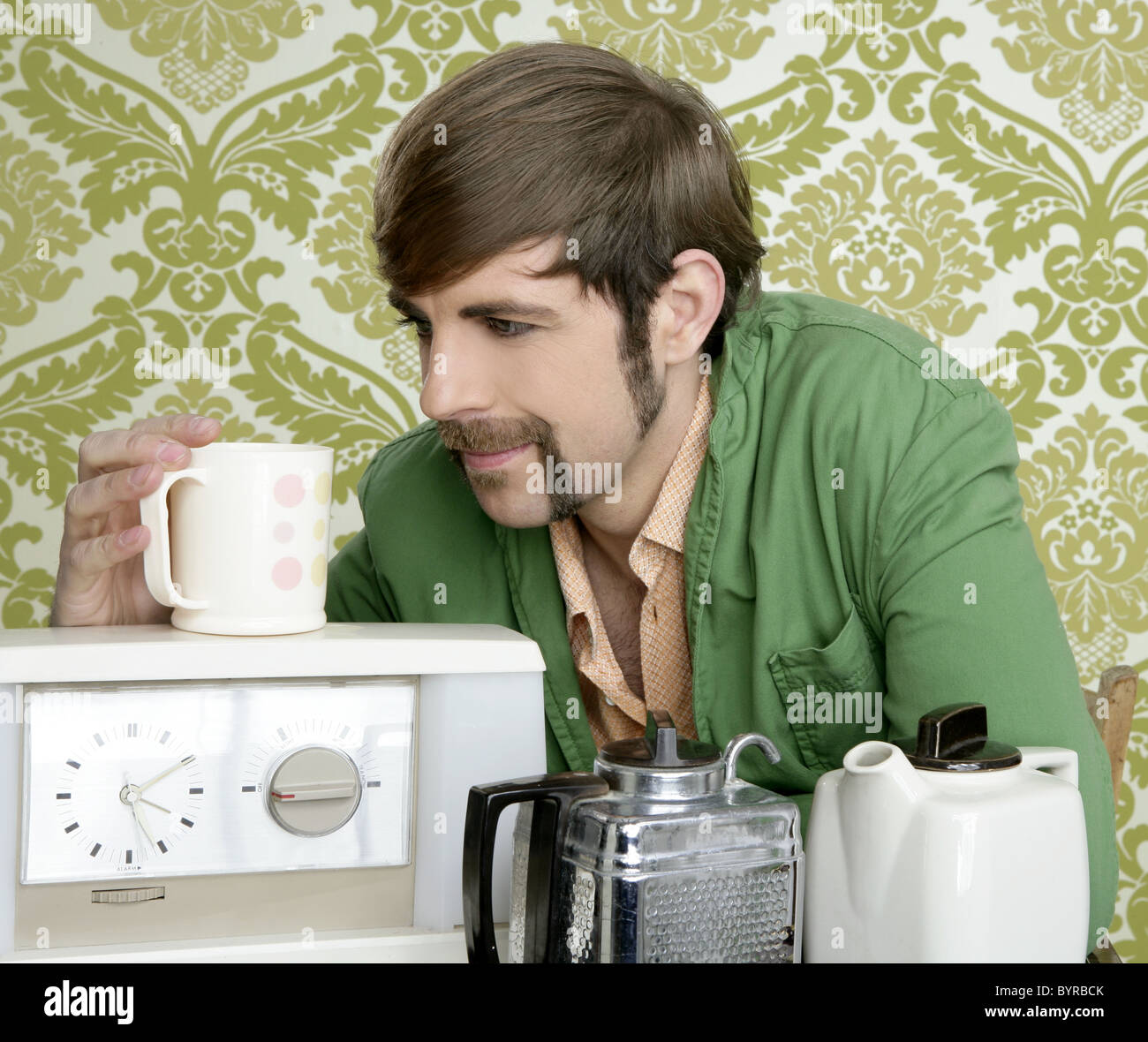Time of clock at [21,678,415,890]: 4:10
